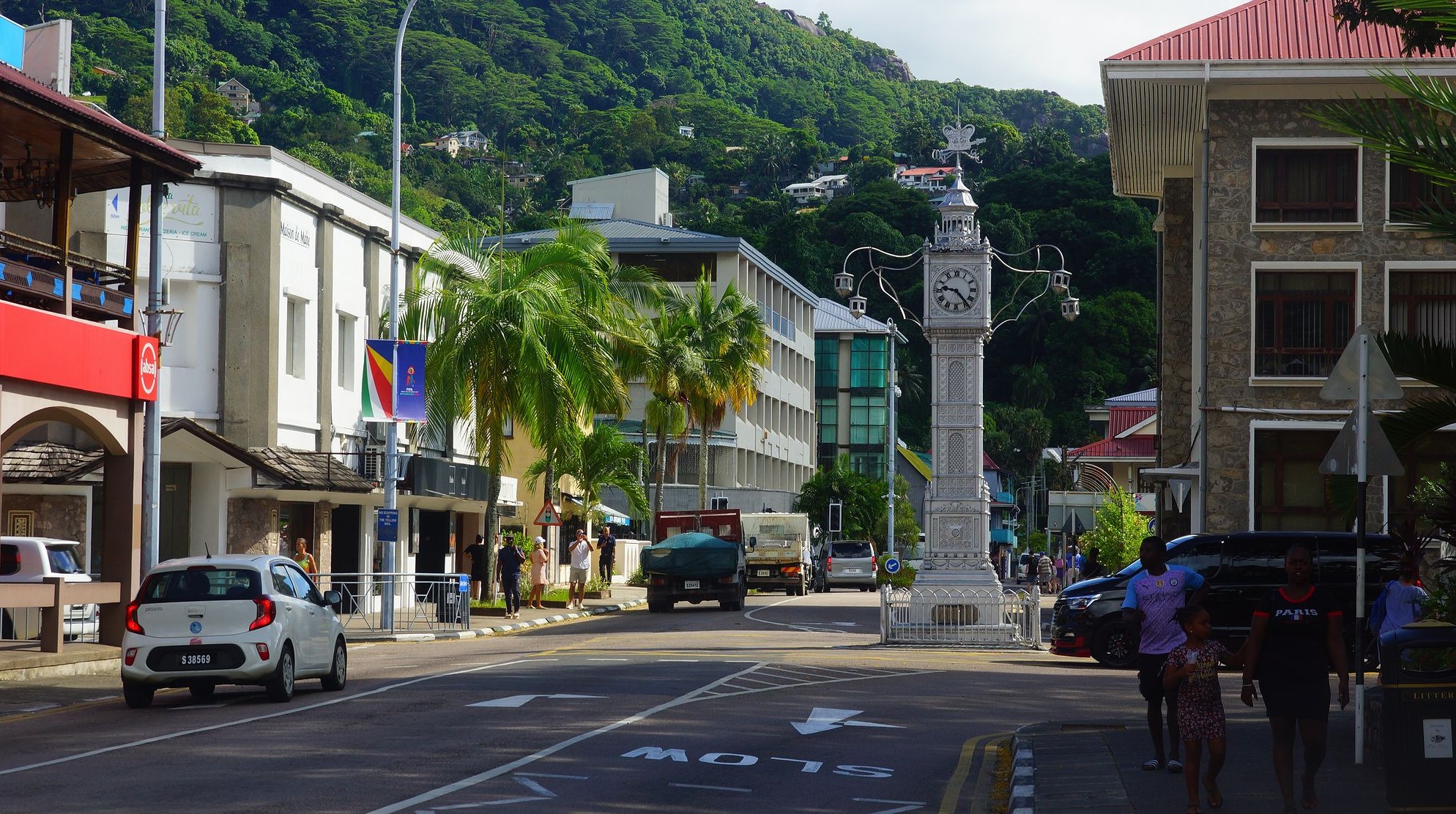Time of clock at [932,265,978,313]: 9:23
